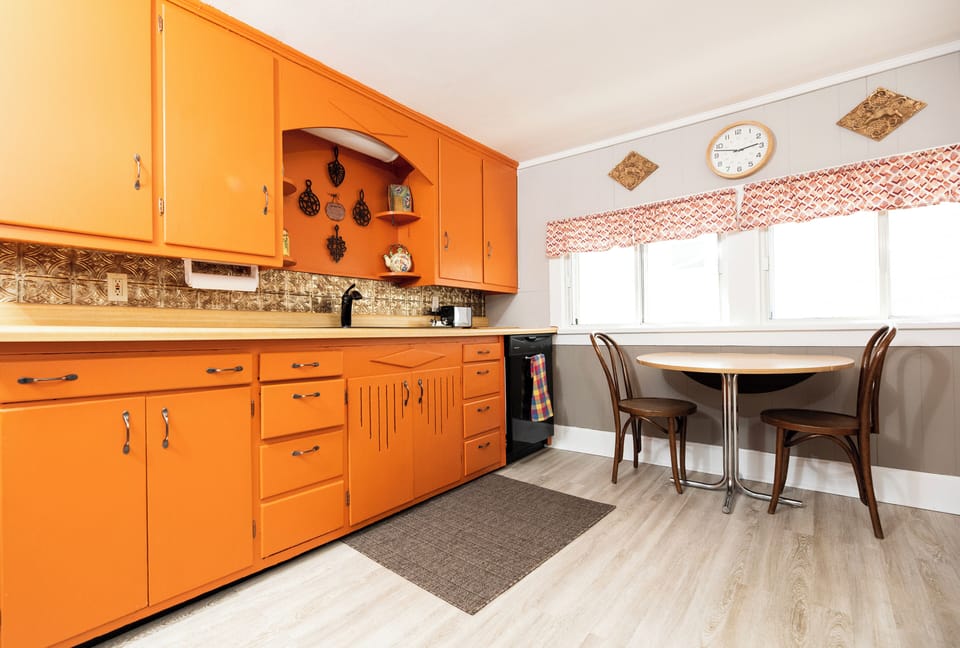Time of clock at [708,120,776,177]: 2:47
